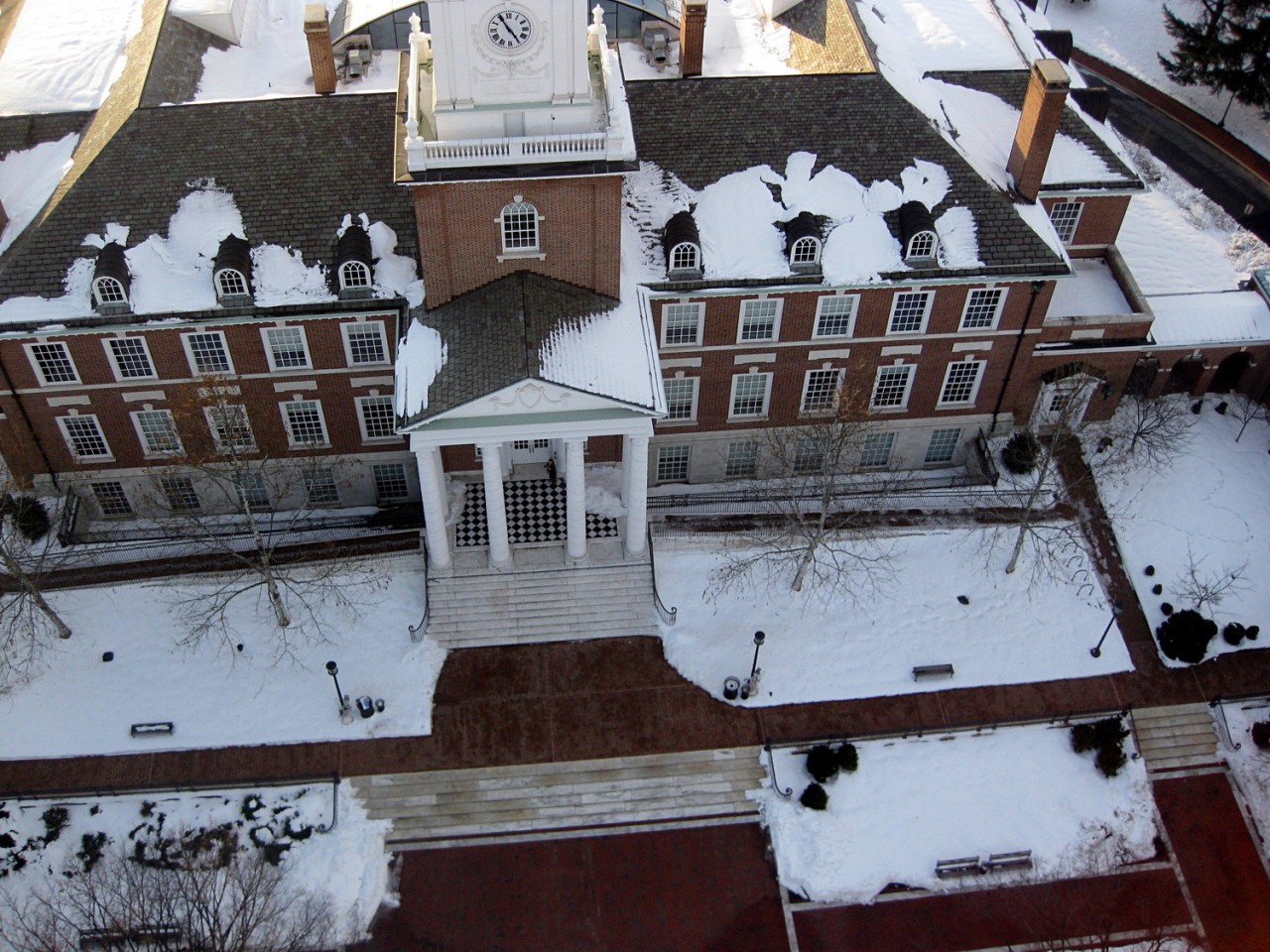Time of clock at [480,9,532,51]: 4:54
